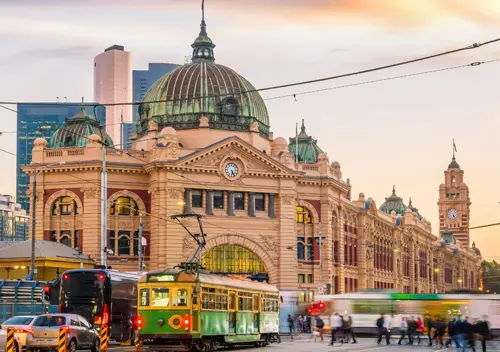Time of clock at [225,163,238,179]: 5:24
